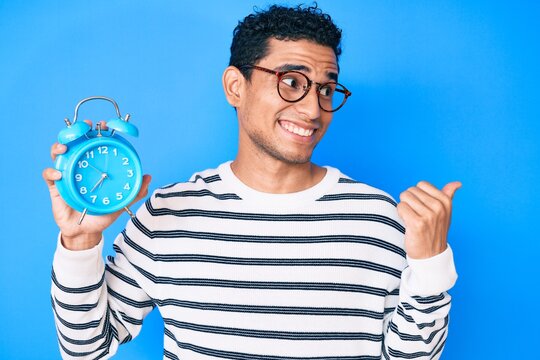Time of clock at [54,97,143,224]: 7:37
